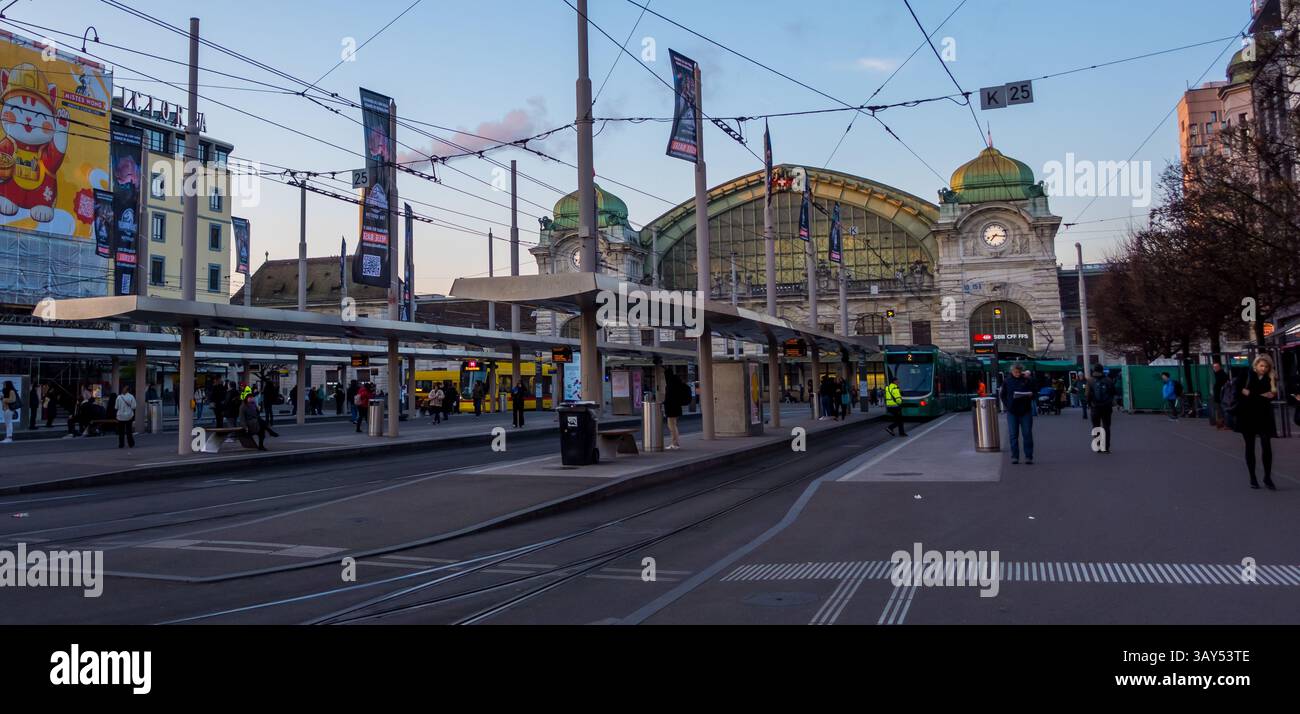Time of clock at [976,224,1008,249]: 7:15
